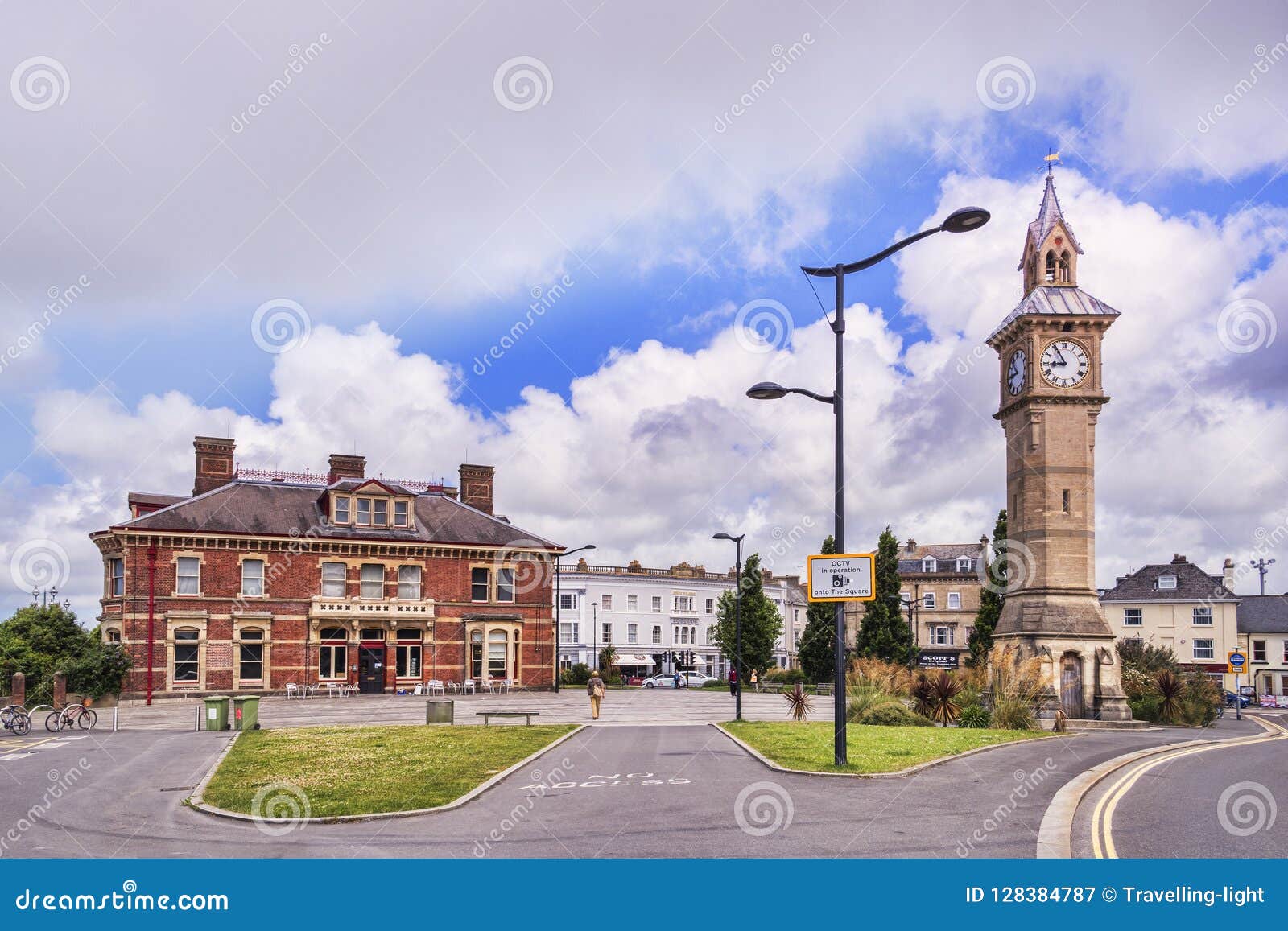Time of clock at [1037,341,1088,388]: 8:55
